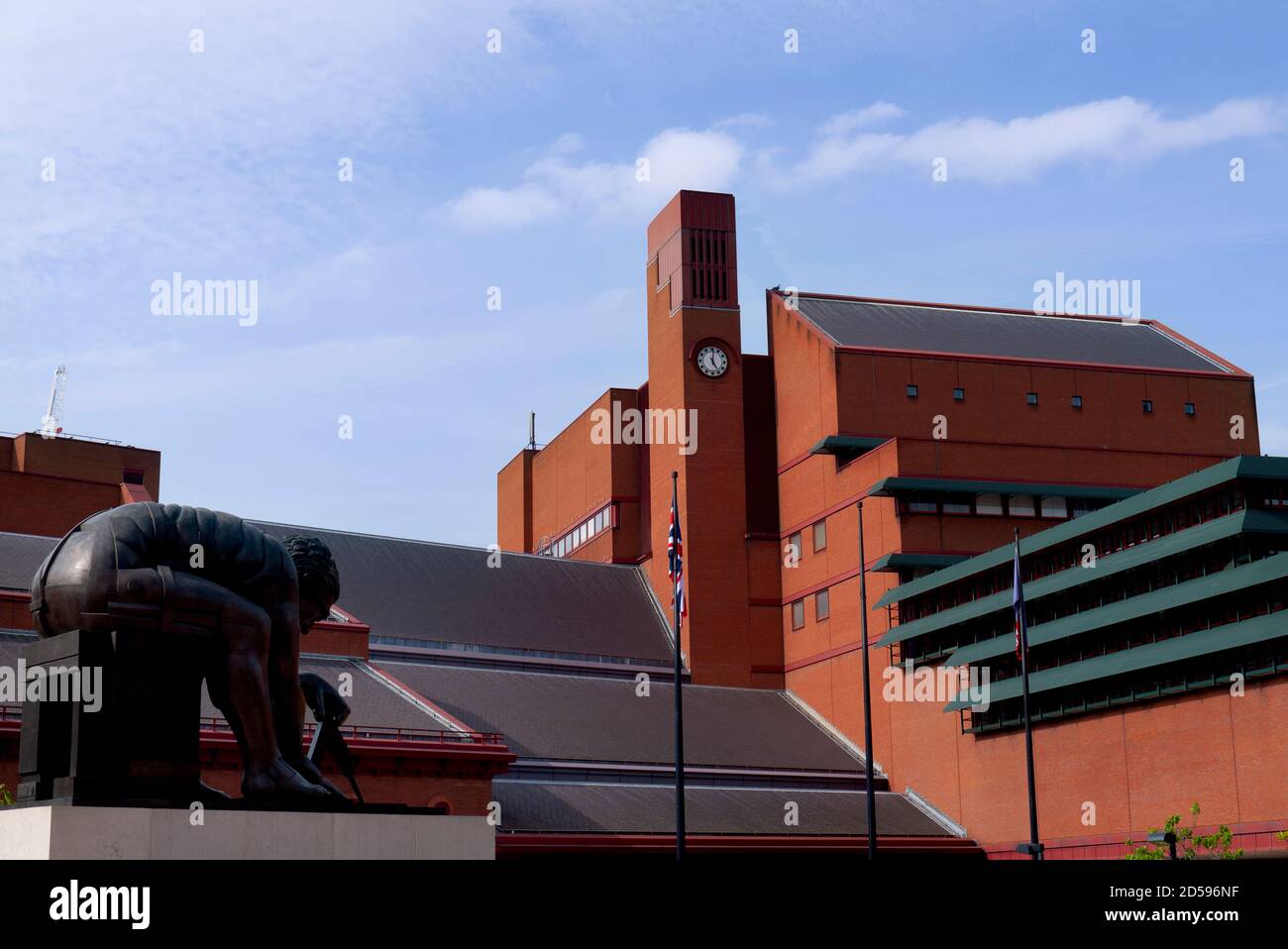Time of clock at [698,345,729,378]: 5:01
